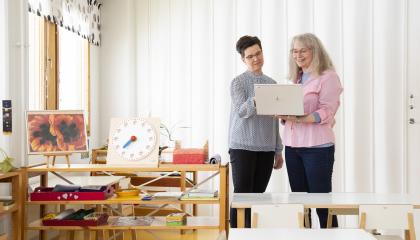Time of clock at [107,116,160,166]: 7:37
